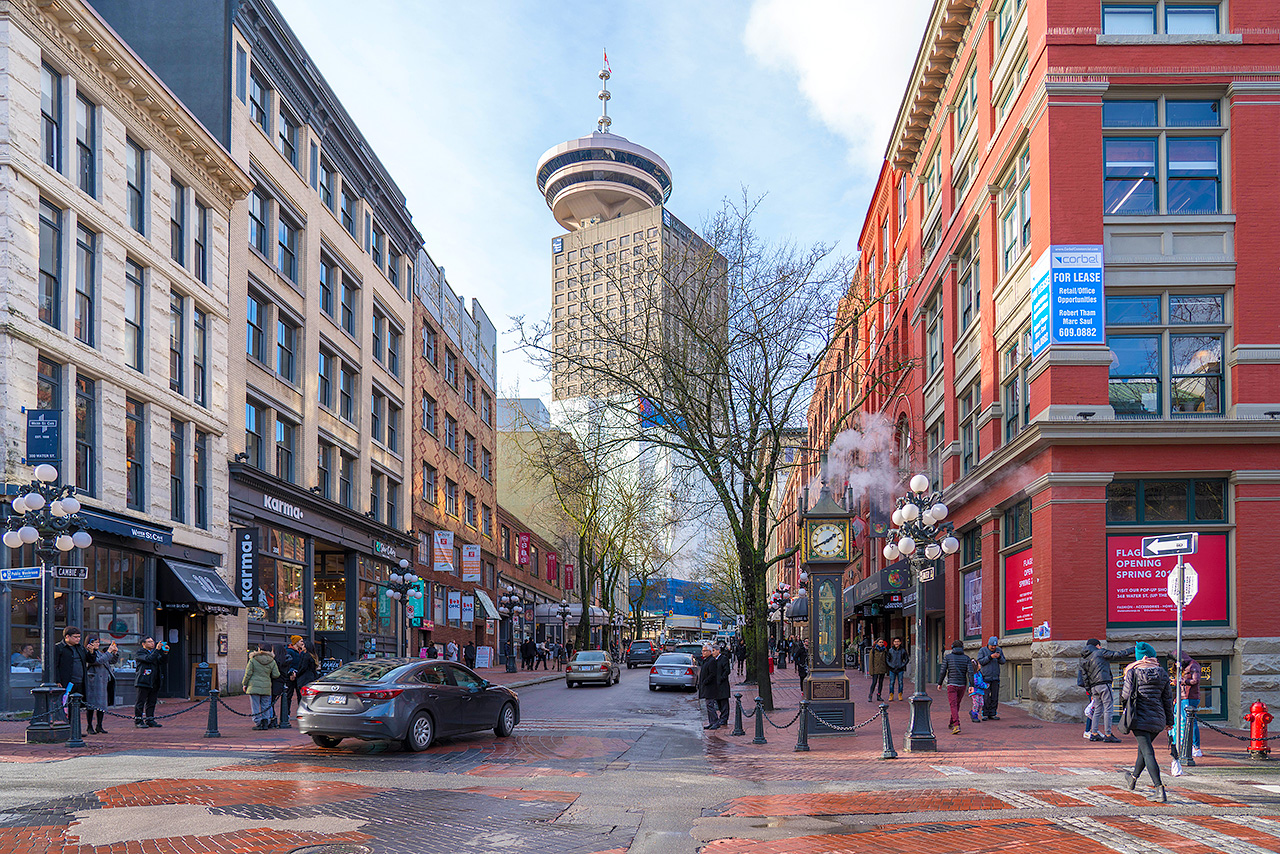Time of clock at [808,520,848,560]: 1:40
